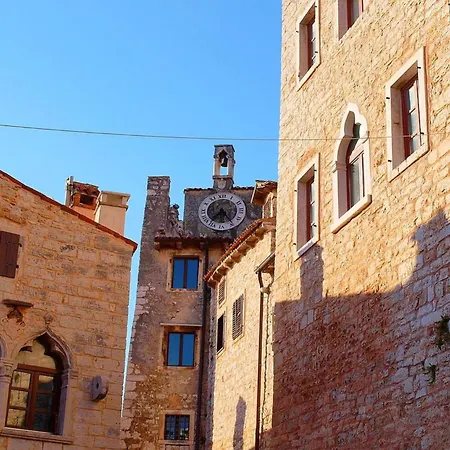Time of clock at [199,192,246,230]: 7:24
